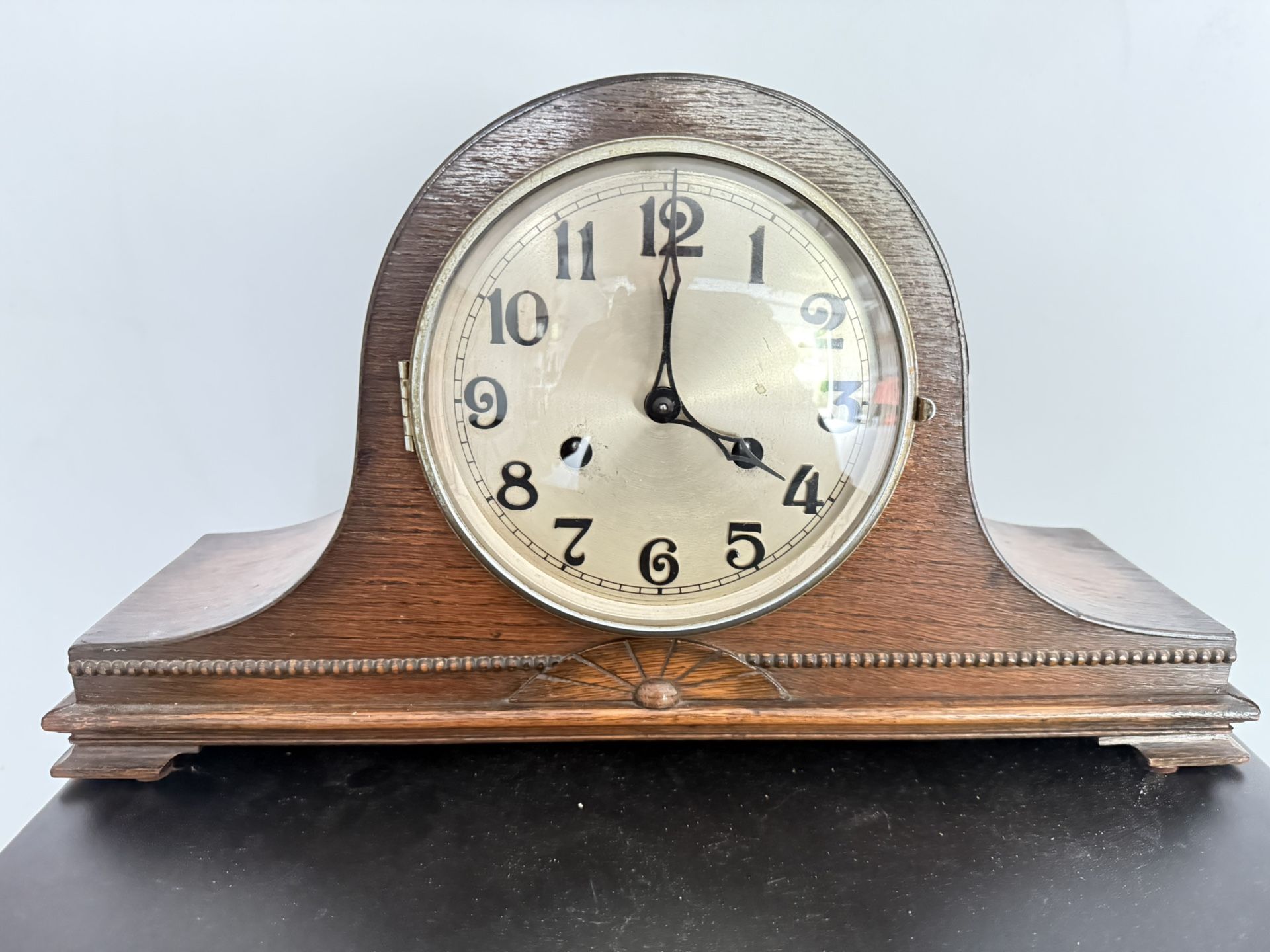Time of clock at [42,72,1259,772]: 4:00
